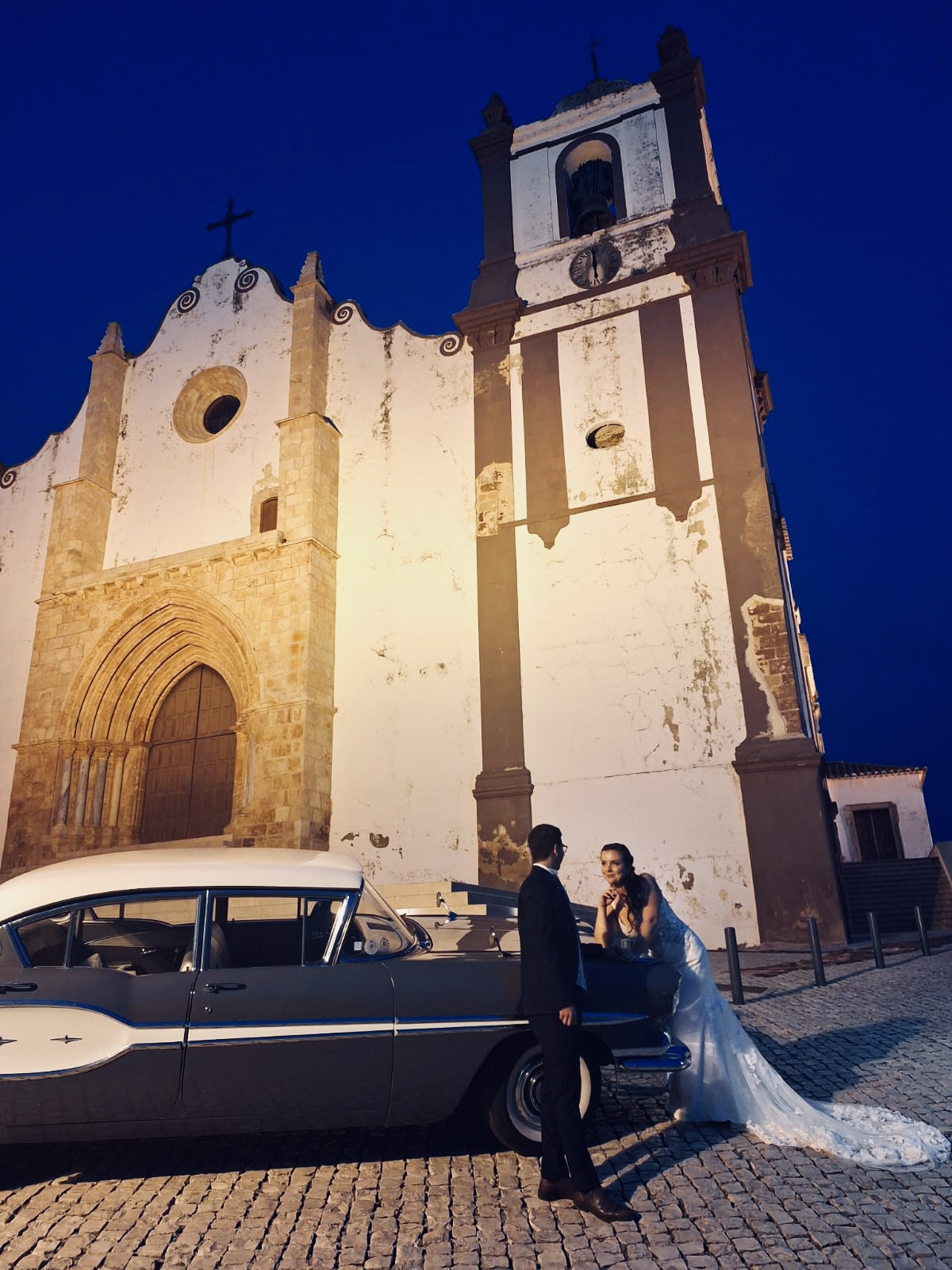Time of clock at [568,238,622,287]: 5:59
